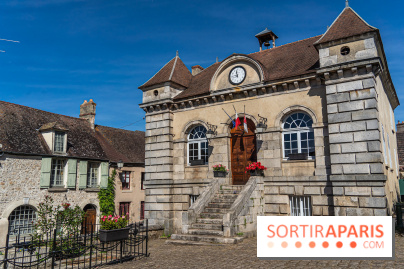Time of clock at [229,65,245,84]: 8:58
